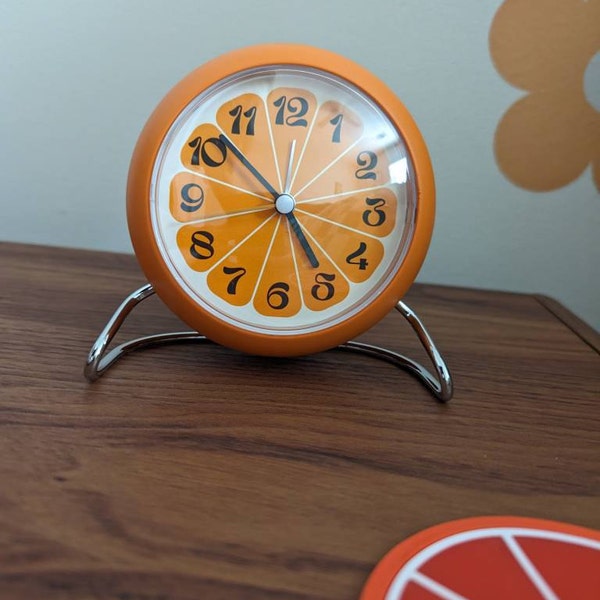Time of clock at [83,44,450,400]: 4:52
